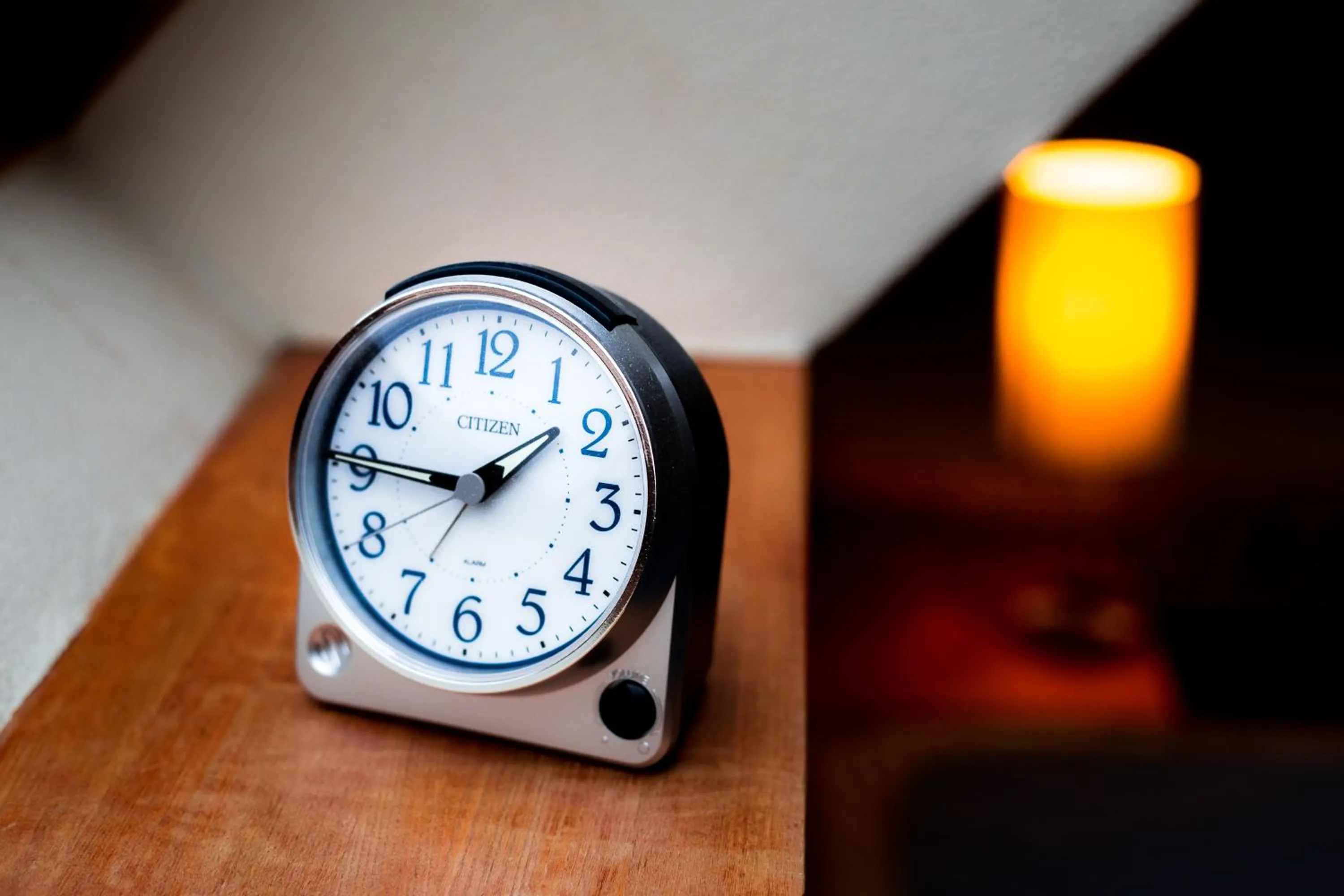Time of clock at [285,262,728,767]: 1:45
